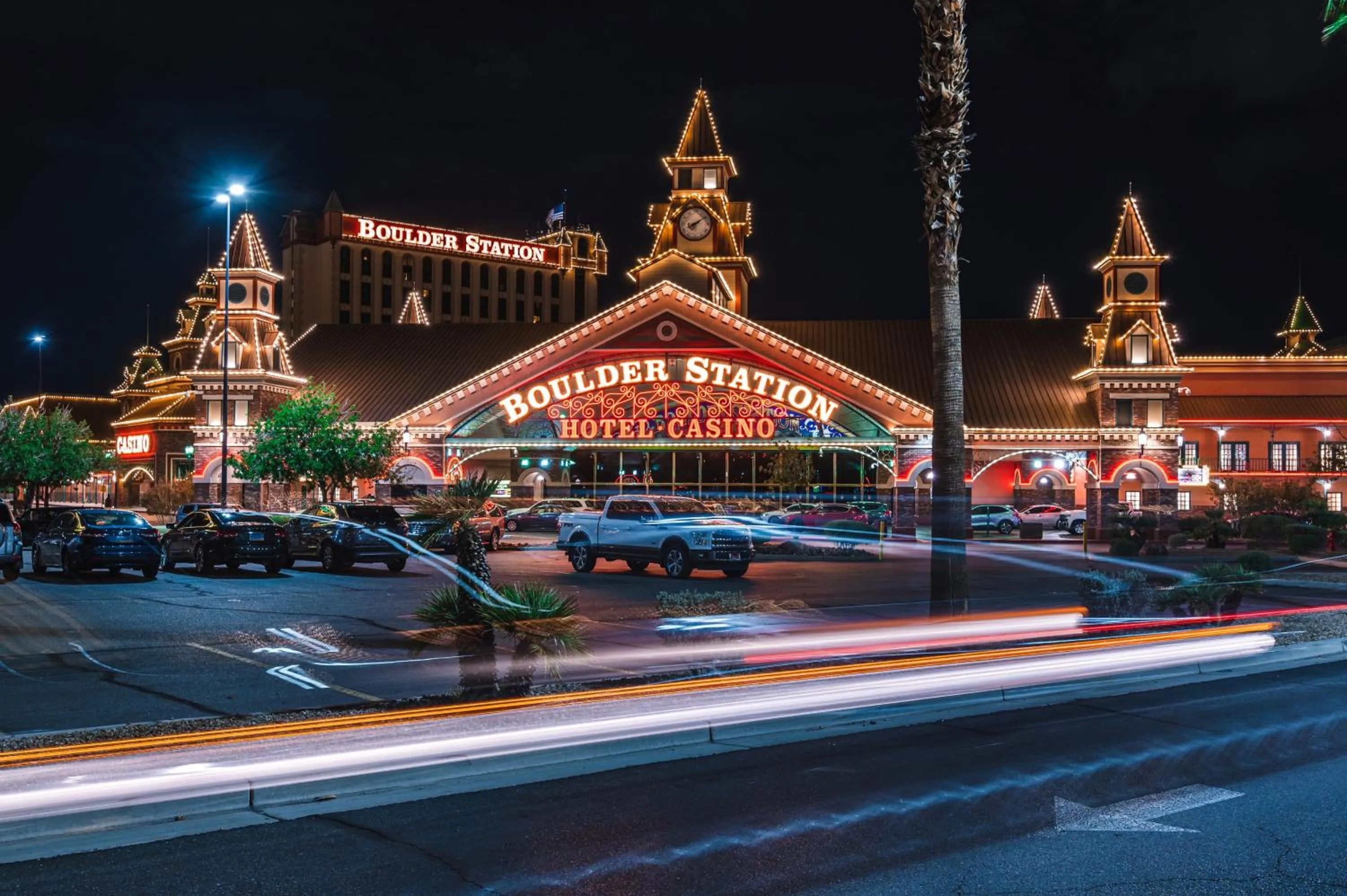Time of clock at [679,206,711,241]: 8:09
